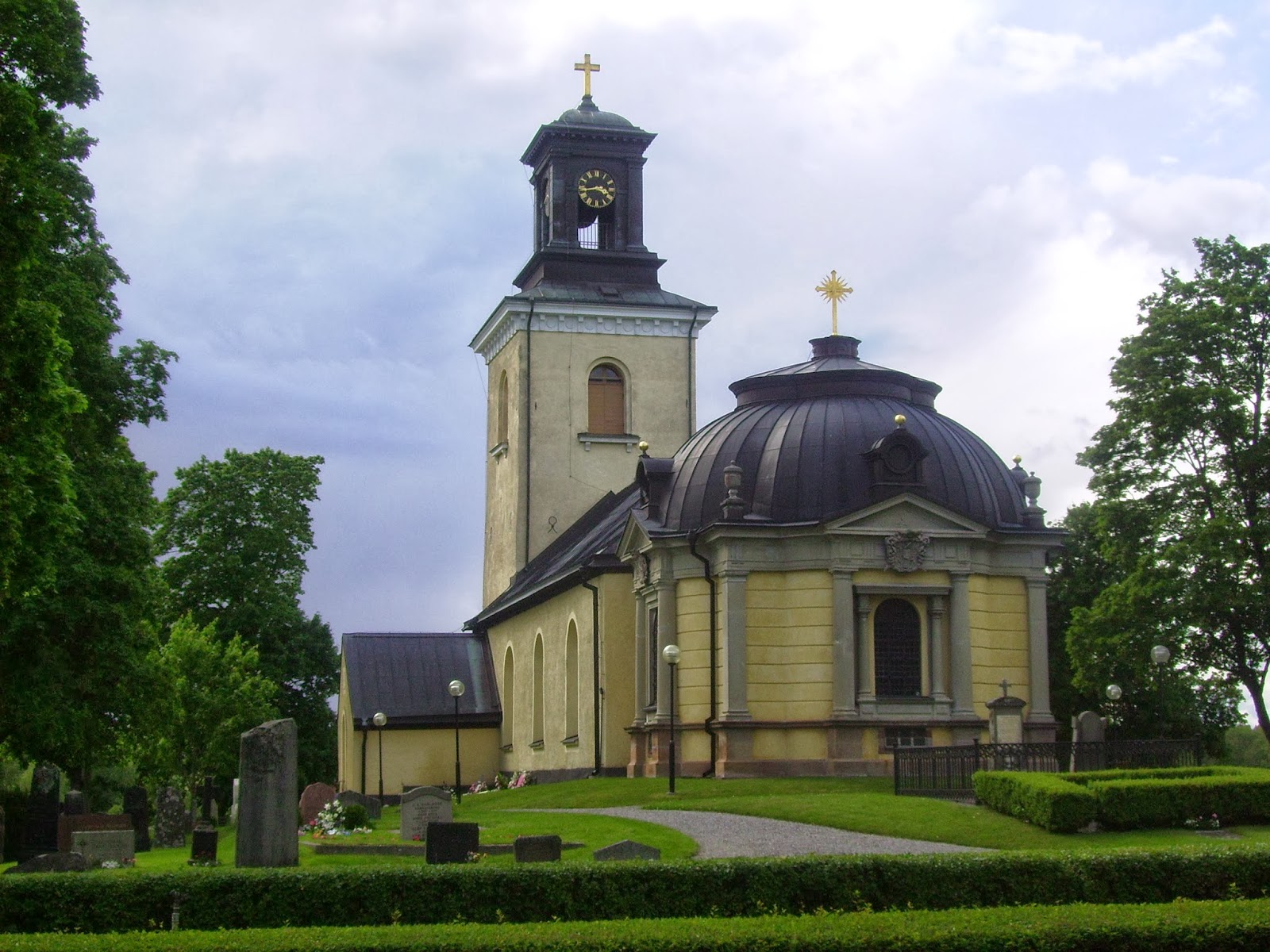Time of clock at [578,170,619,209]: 3:43
